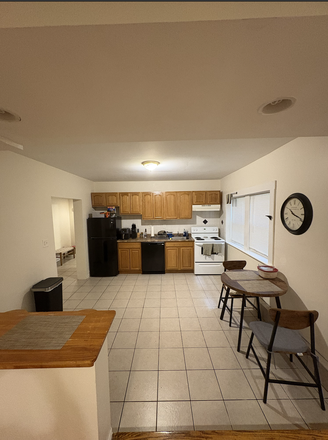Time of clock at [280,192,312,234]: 10:18
